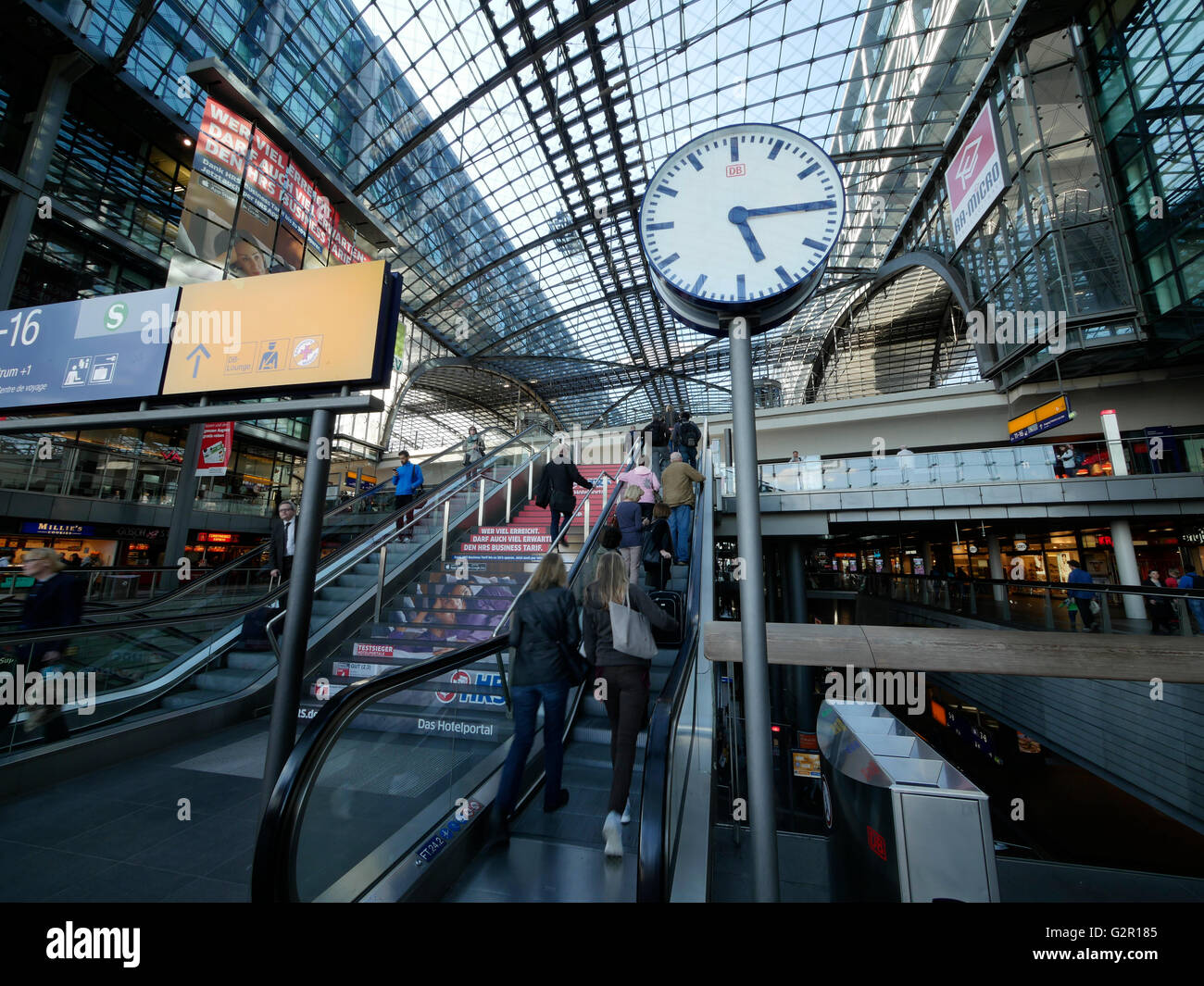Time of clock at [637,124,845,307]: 5:15
